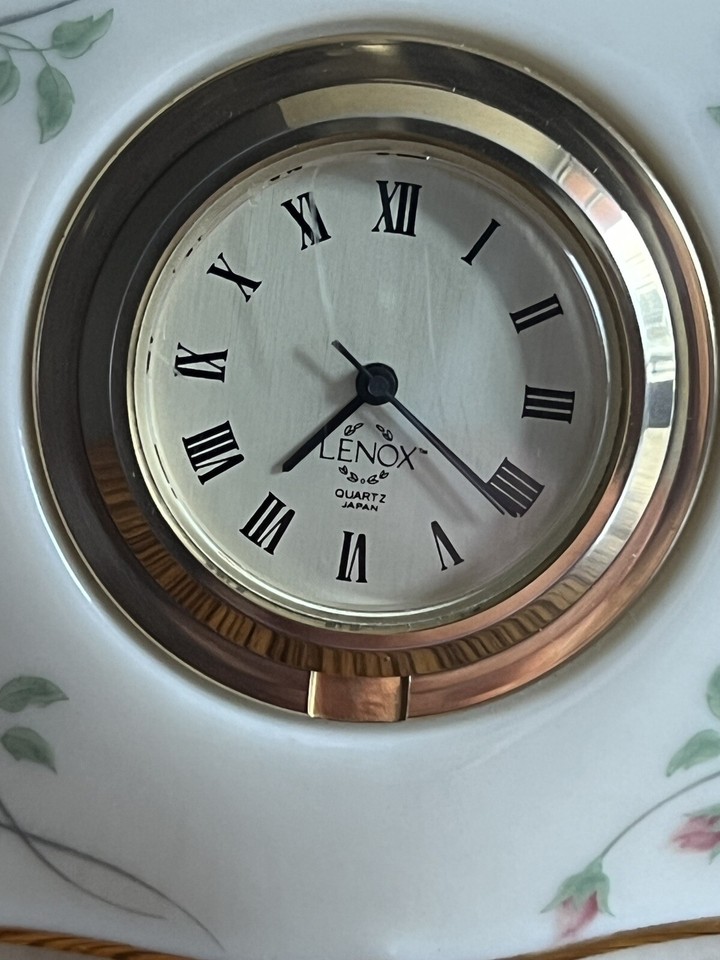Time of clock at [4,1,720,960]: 7:20
